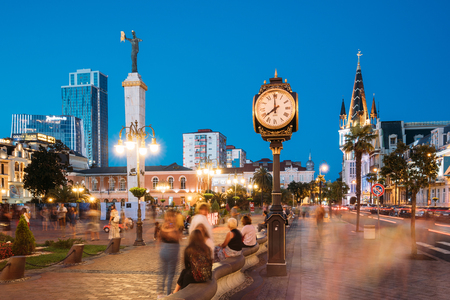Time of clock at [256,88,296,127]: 7:59
